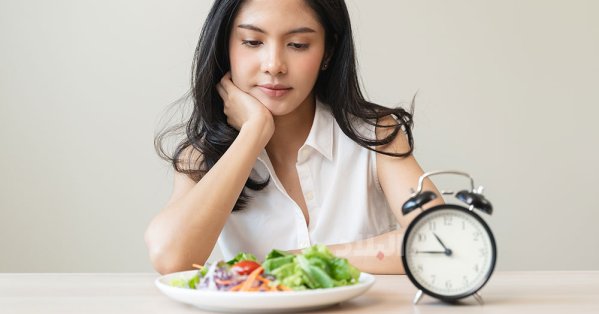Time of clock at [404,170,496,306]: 10:45
